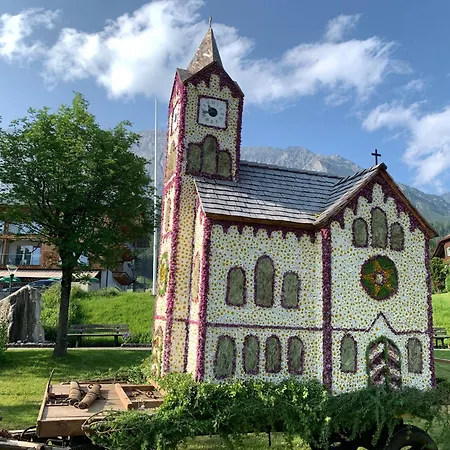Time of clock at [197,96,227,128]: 10:42
